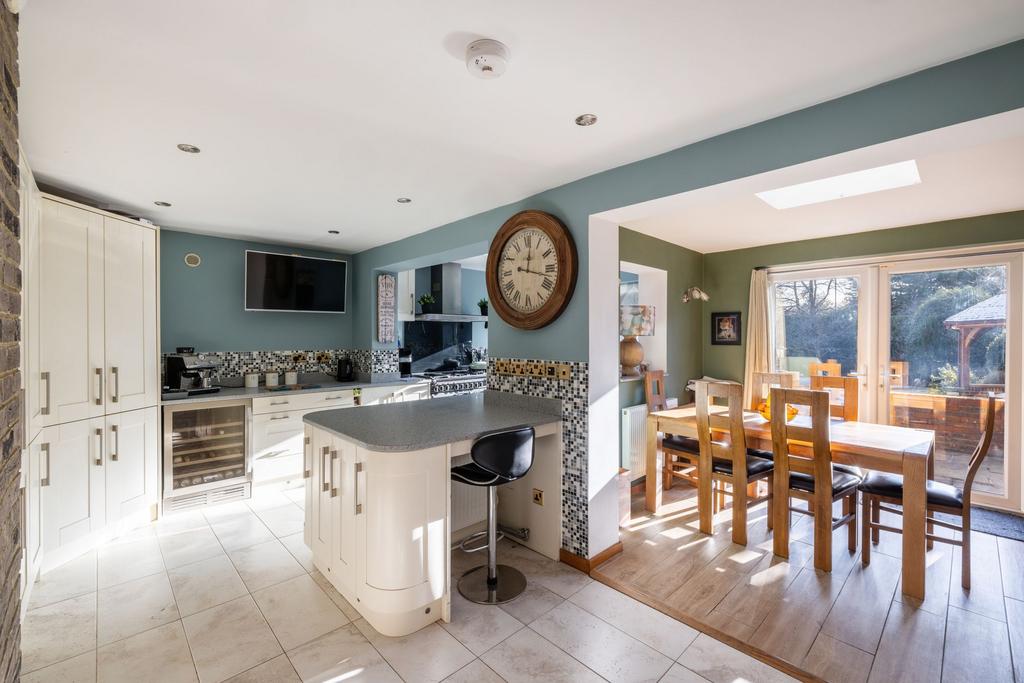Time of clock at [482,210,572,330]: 12:17
